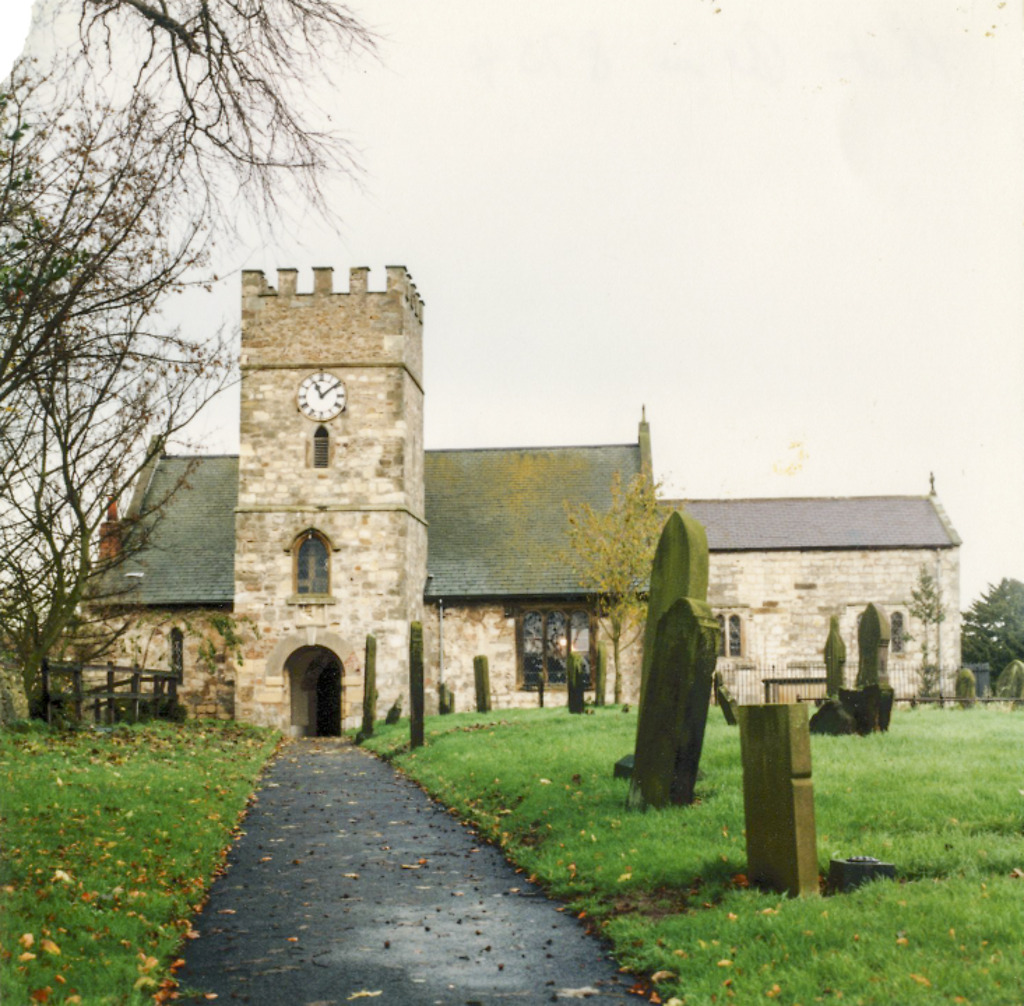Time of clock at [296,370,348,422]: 11:08
